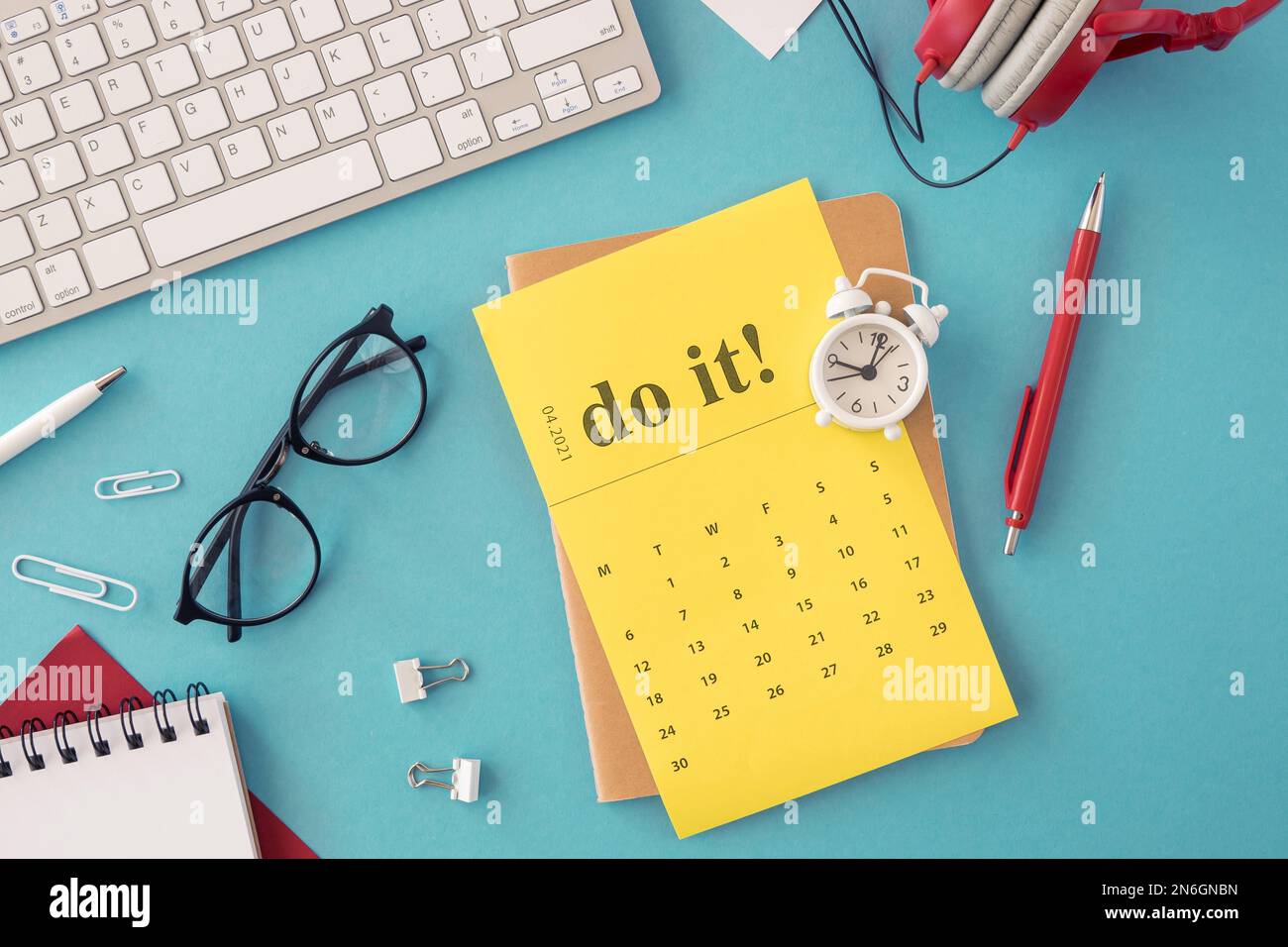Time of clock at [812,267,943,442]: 9:01
